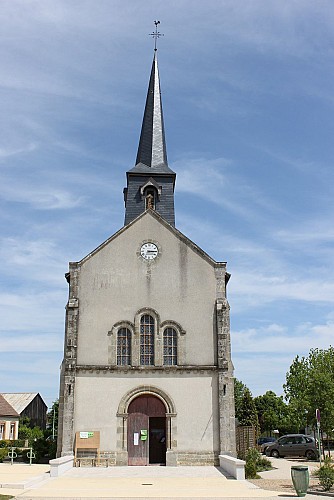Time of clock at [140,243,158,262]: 3:14
